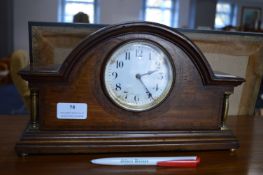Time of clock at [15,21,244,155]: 2:23
